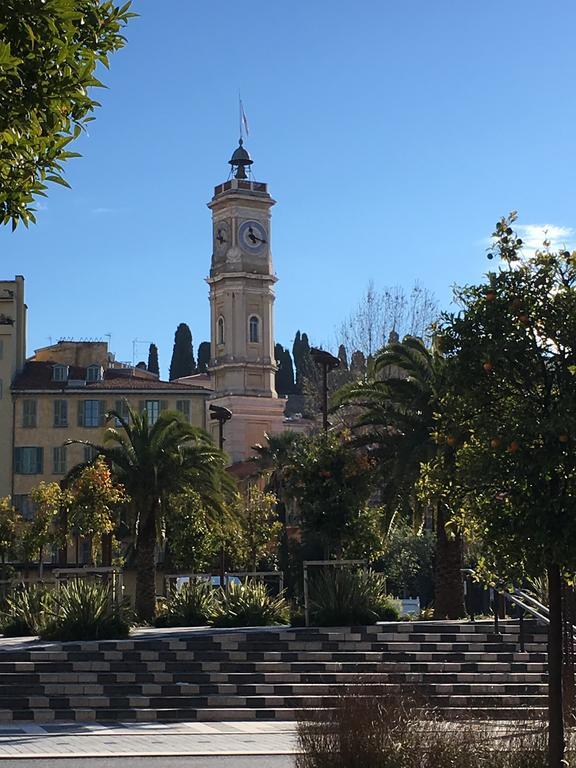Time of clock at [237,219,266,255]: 11:17
